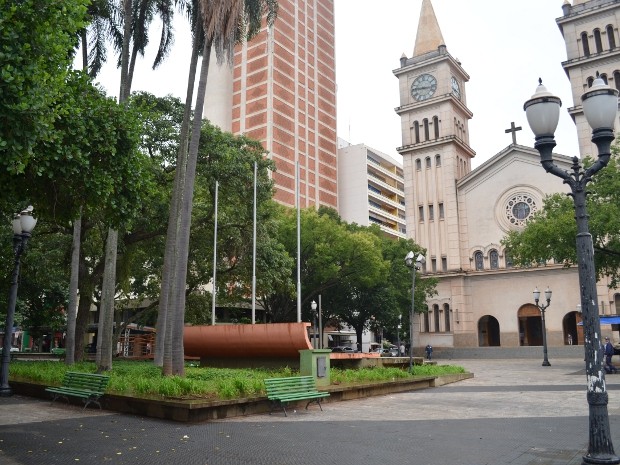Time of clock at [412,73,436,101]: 9:16
